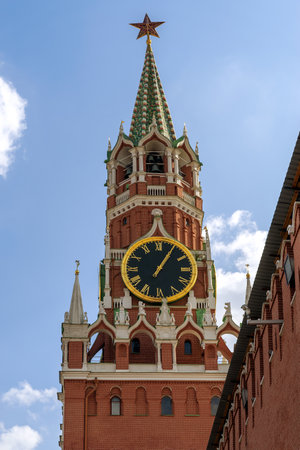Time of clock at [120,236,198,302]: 1:05
